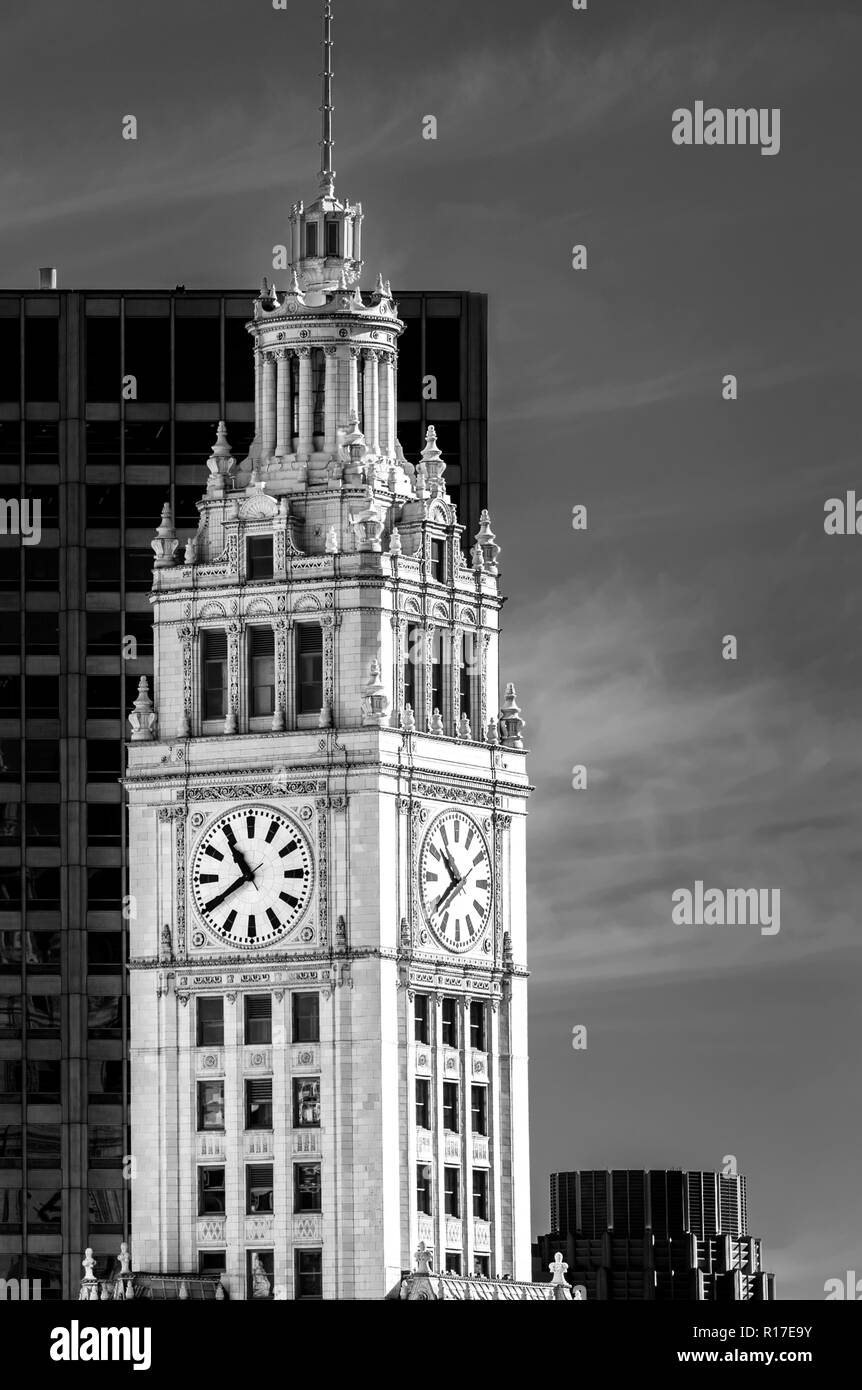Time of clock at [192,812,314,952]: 10:39
